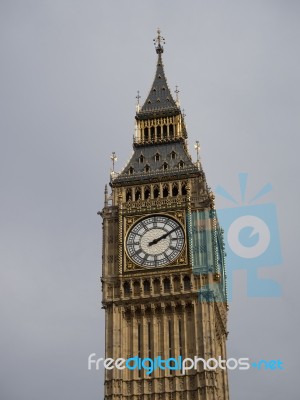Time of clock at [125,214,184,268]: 2:10
